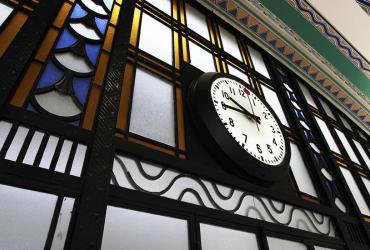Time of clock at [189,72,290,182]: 9:44
